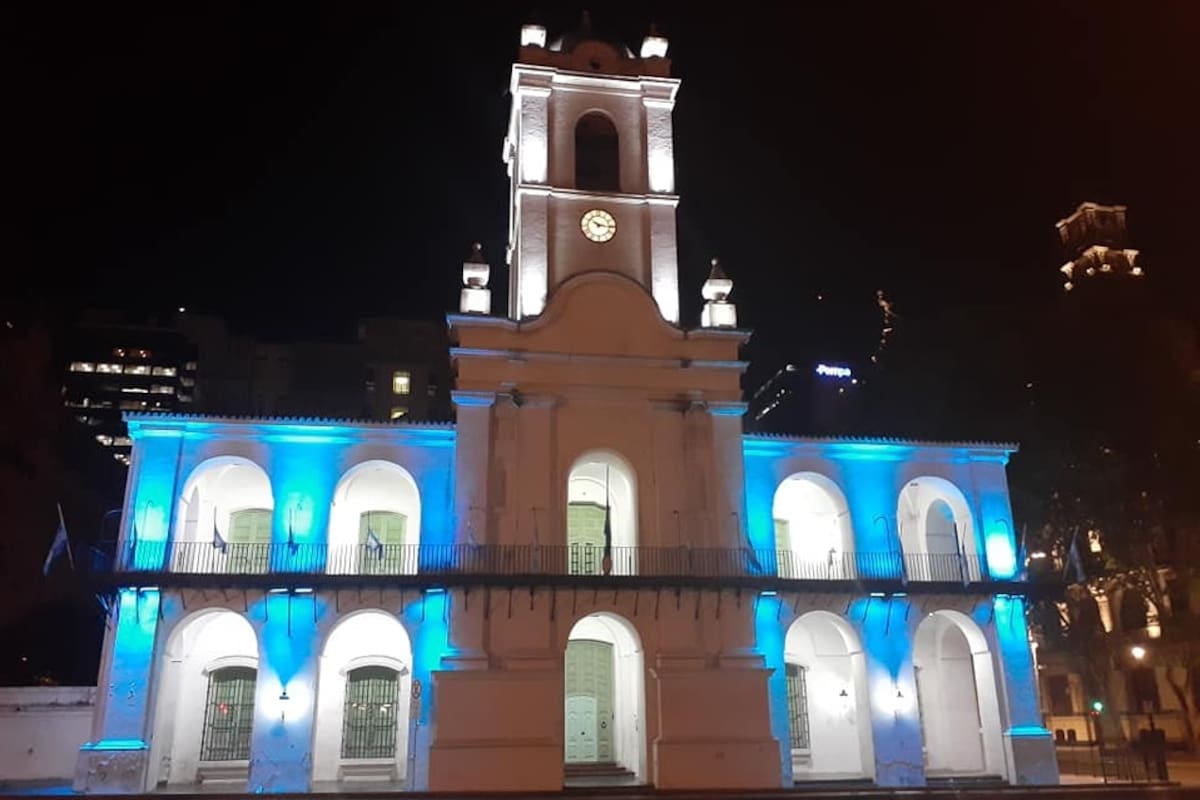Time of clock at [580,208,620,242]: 10:15
